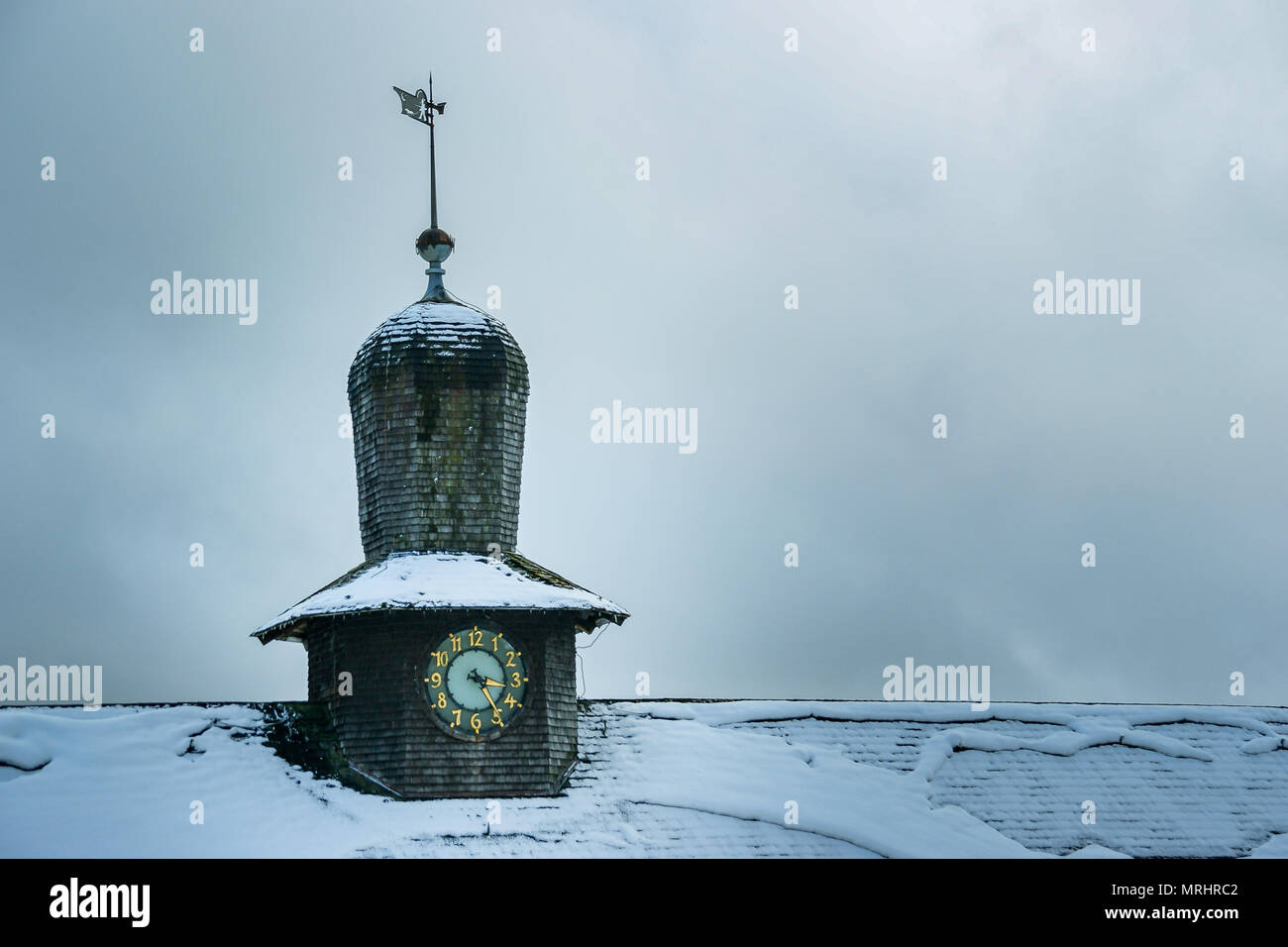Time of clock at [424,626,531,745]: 3:24
